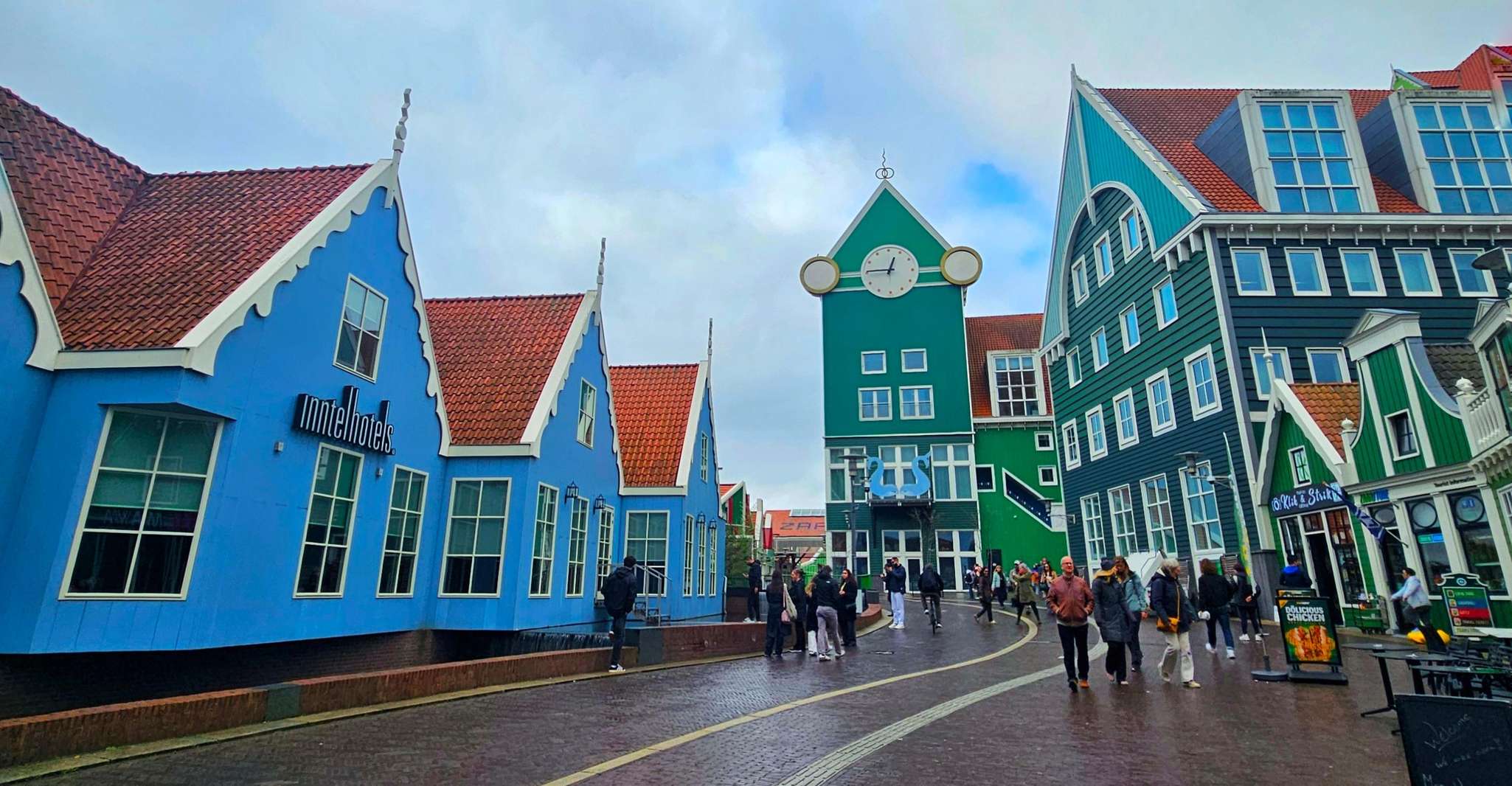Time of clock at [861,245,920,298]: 12:45
